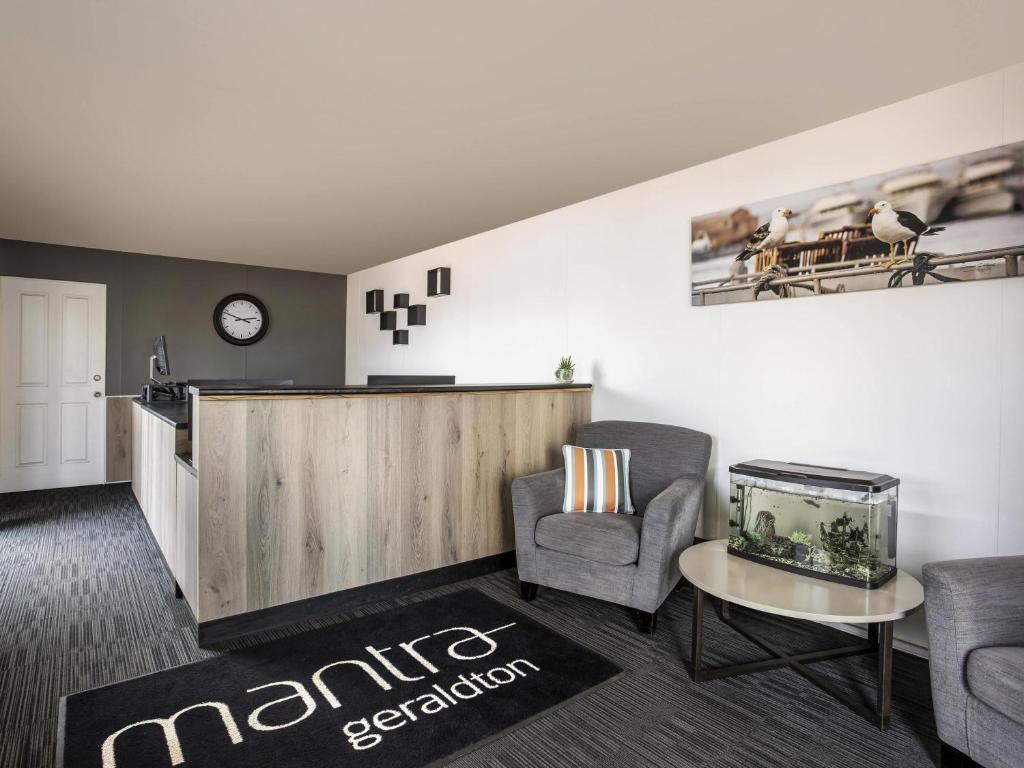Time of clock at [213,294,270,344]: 2:48
